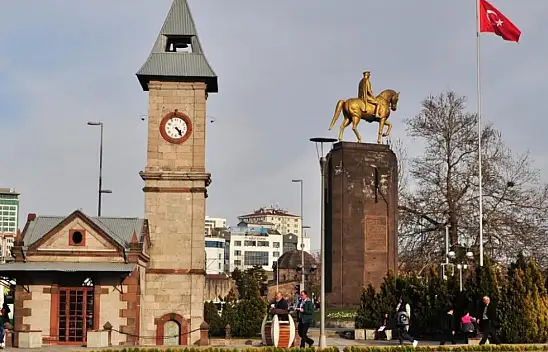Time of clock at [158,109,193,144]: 4:23
